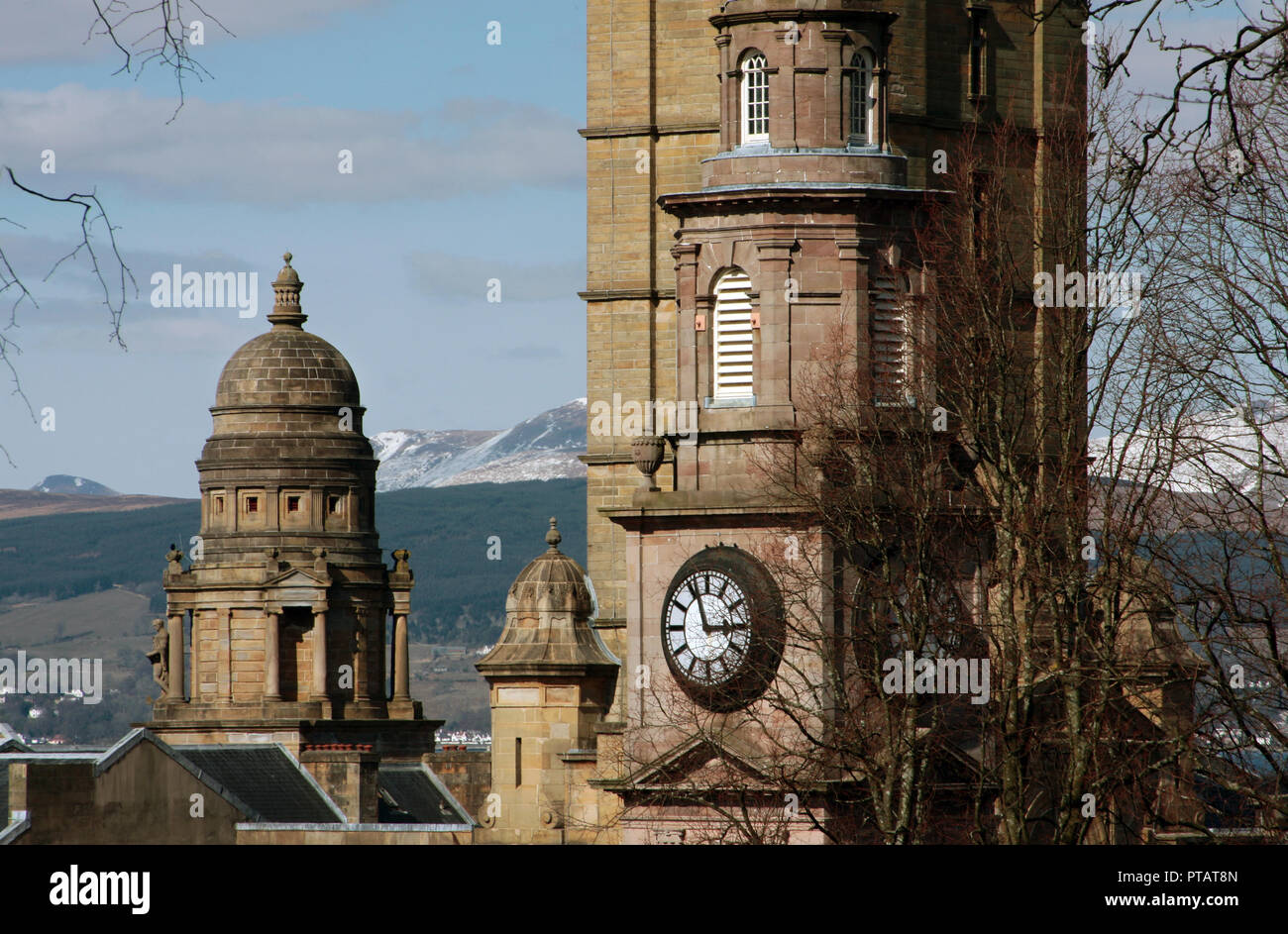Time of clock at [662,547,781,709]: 2:56
